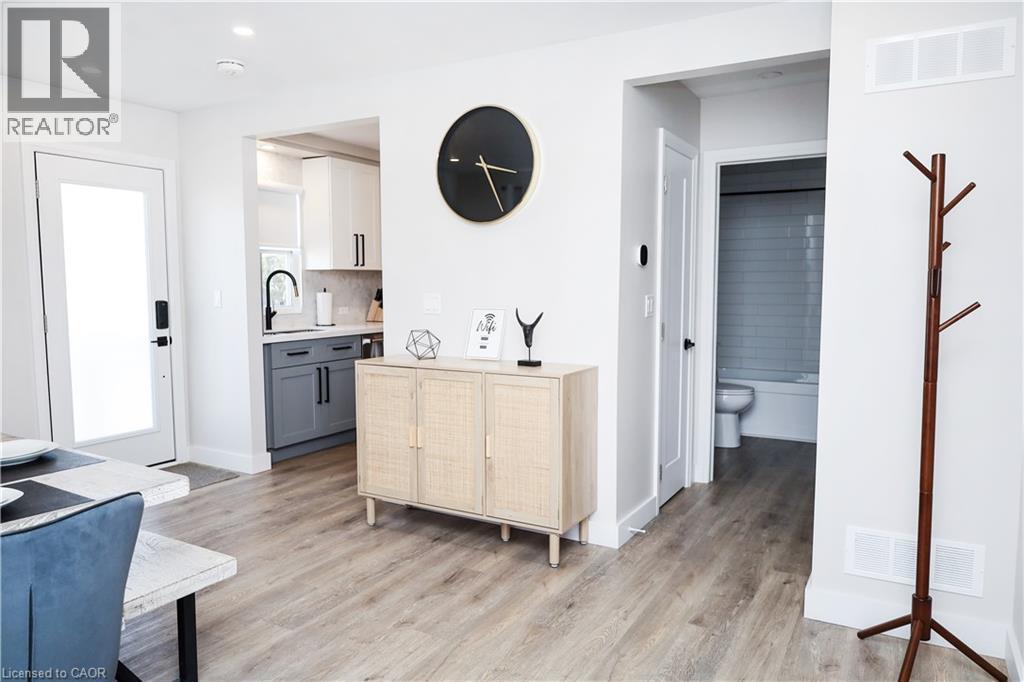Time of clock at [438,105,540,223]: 3:24
